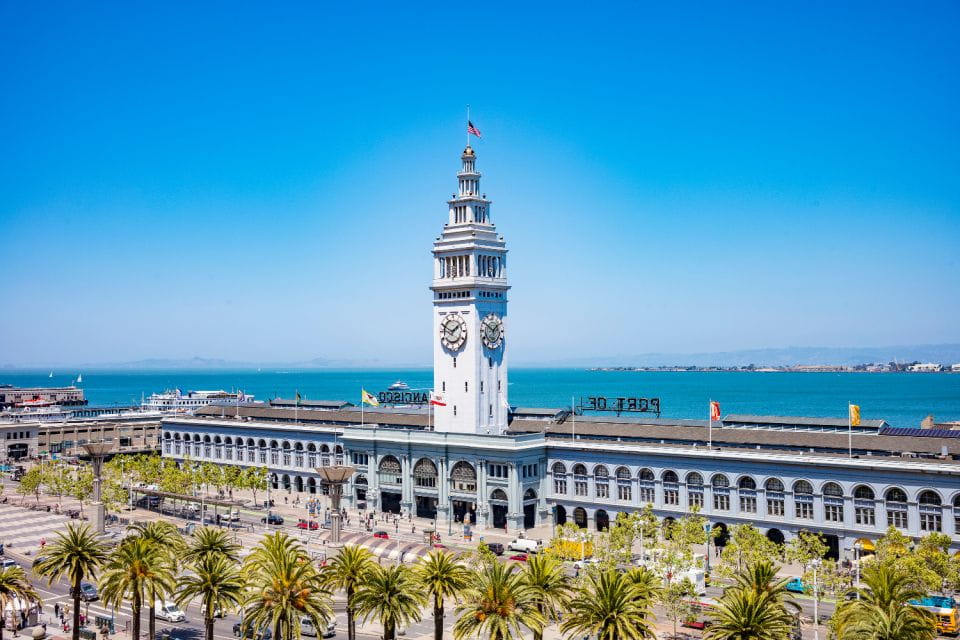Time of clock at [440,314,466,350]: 1:50
